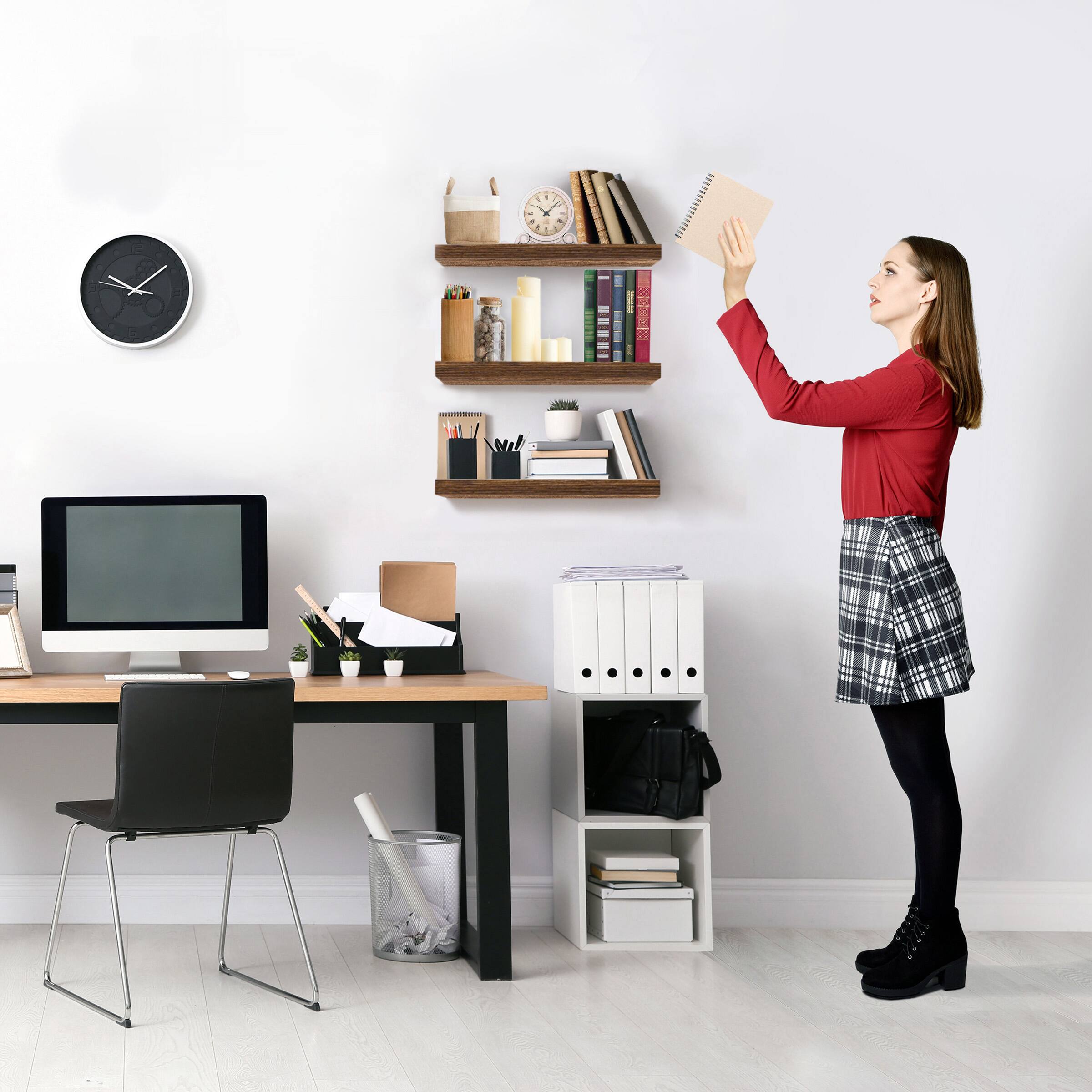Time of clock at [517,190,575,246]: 10:07
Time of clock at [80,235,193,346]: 10:08
